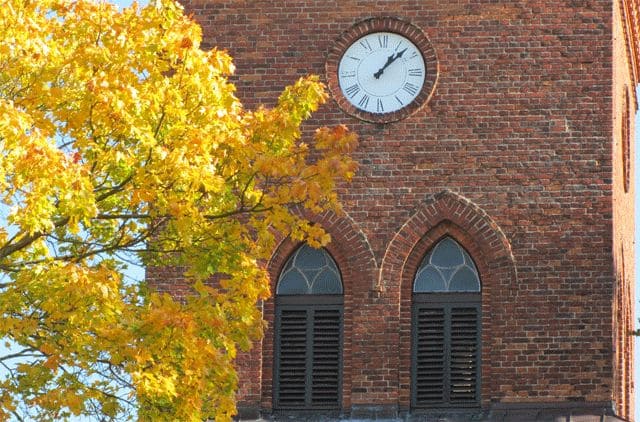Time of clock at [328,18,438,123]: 1:07
